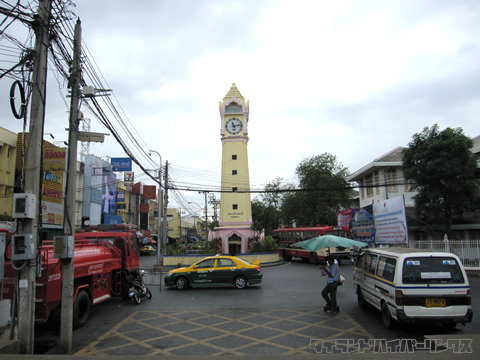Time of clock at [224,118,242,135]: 11:13
